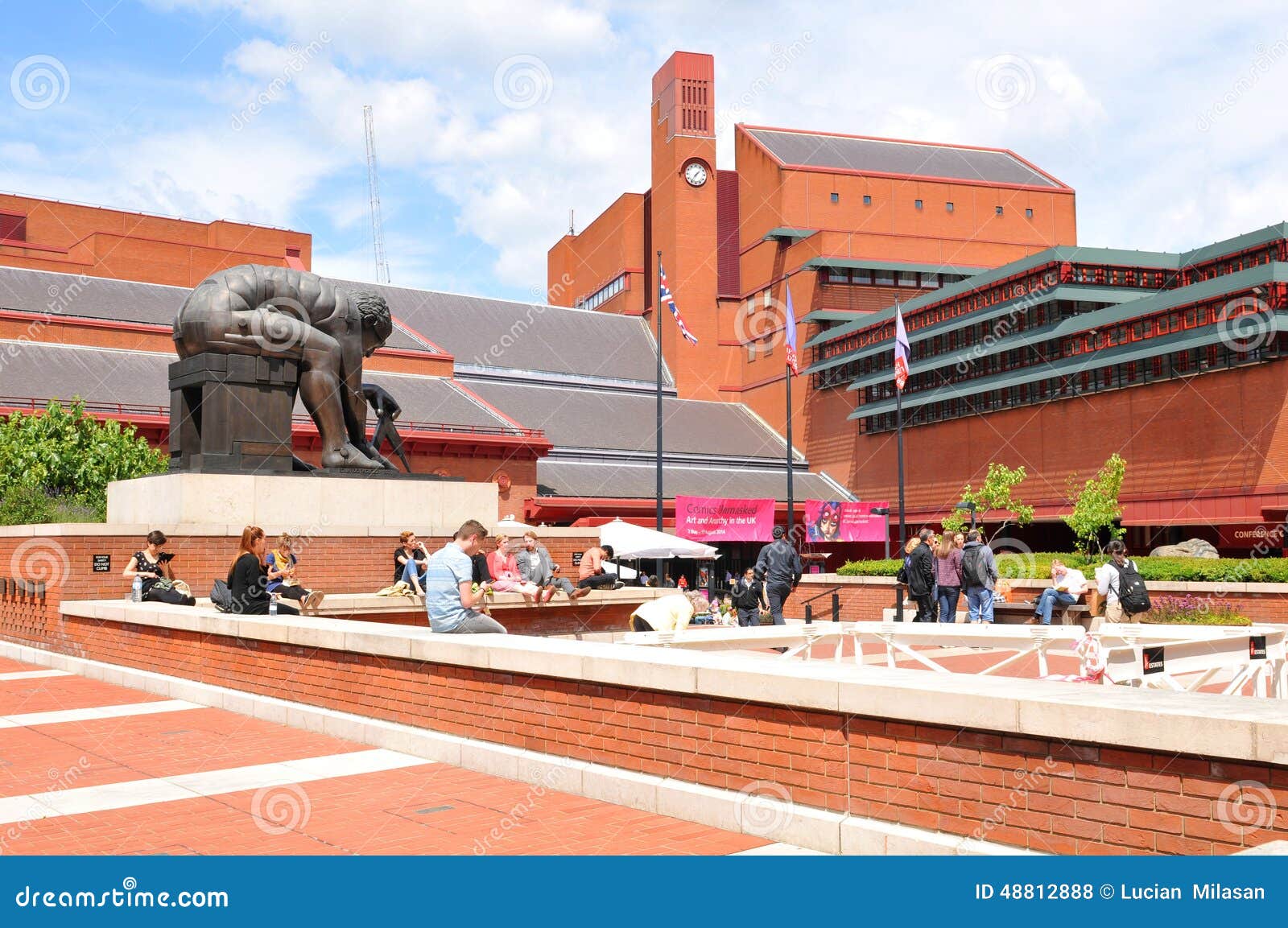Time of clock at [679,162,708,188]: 1:35
